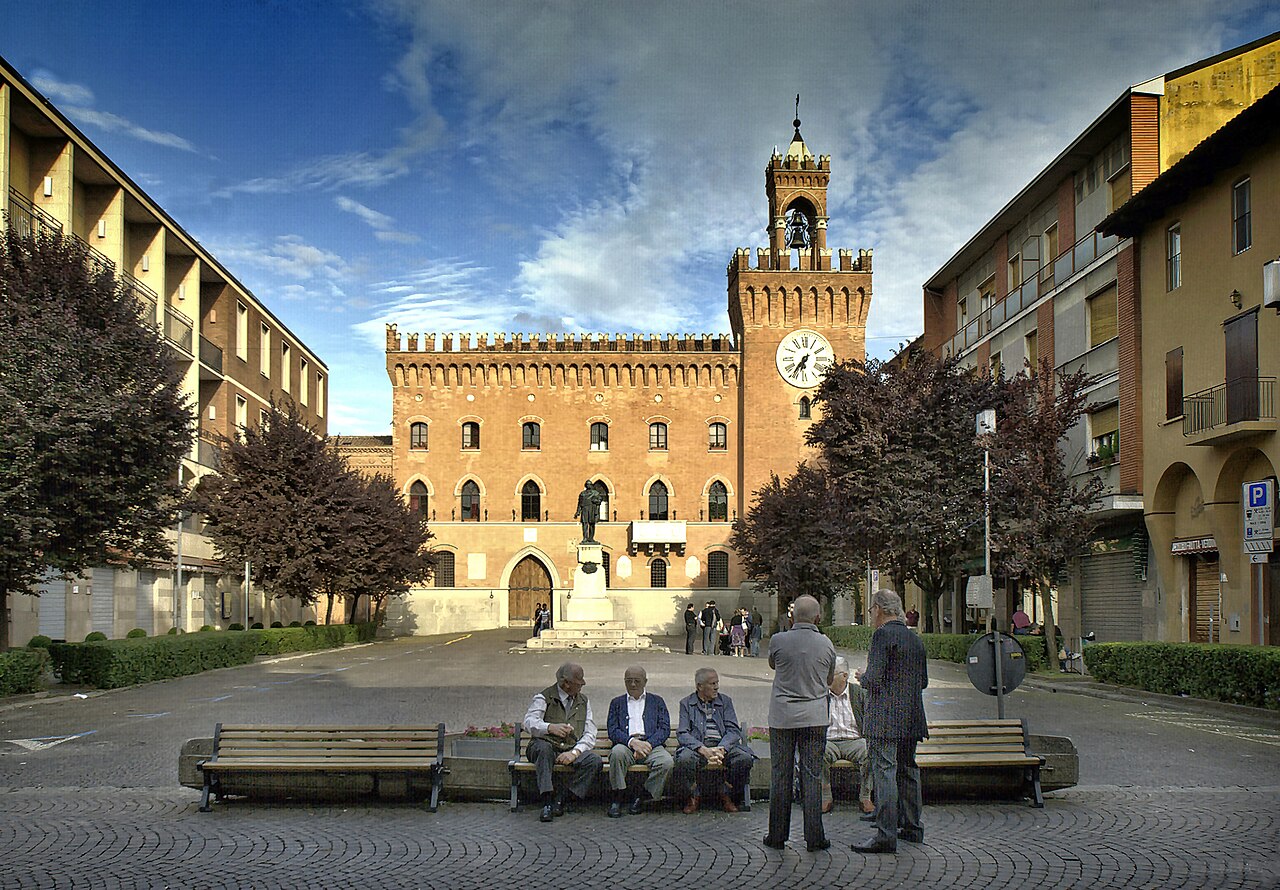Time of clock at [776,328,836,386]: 6:36
